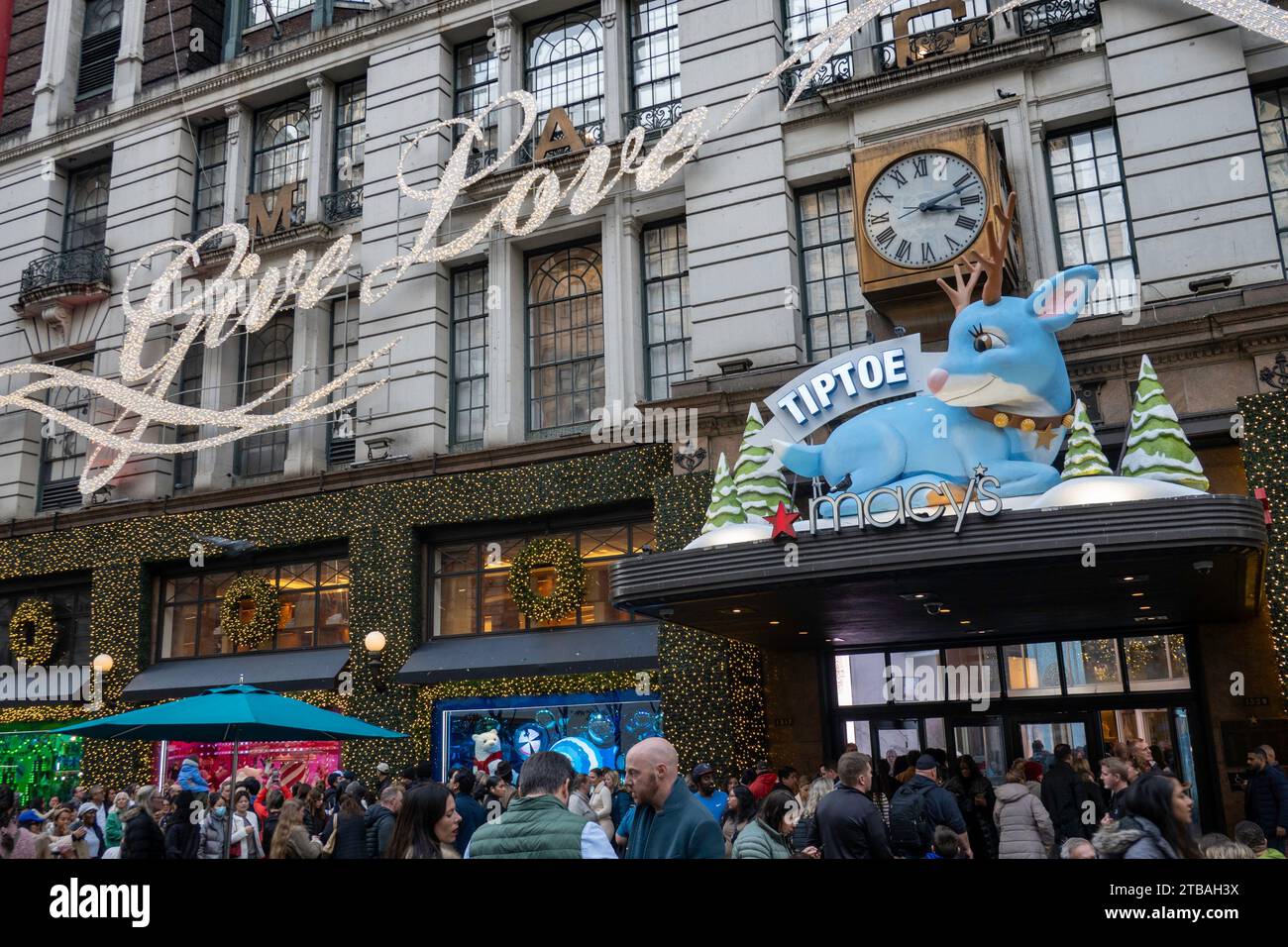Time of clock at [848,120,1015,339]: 3:11
